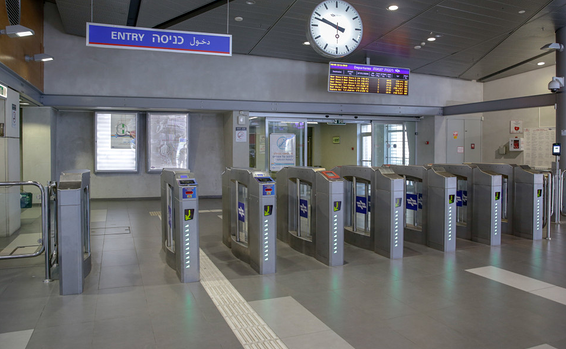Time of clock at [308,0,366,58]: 9:48
